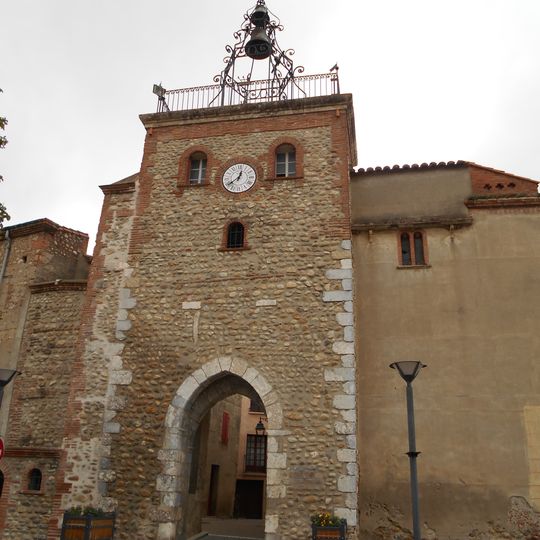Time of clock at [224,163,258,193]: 12:38
